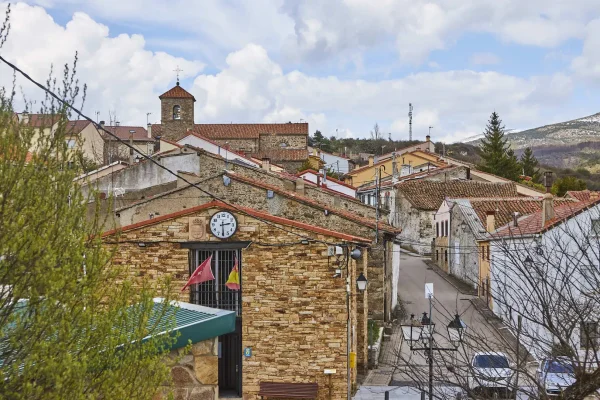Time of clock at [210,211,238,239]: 2:29
